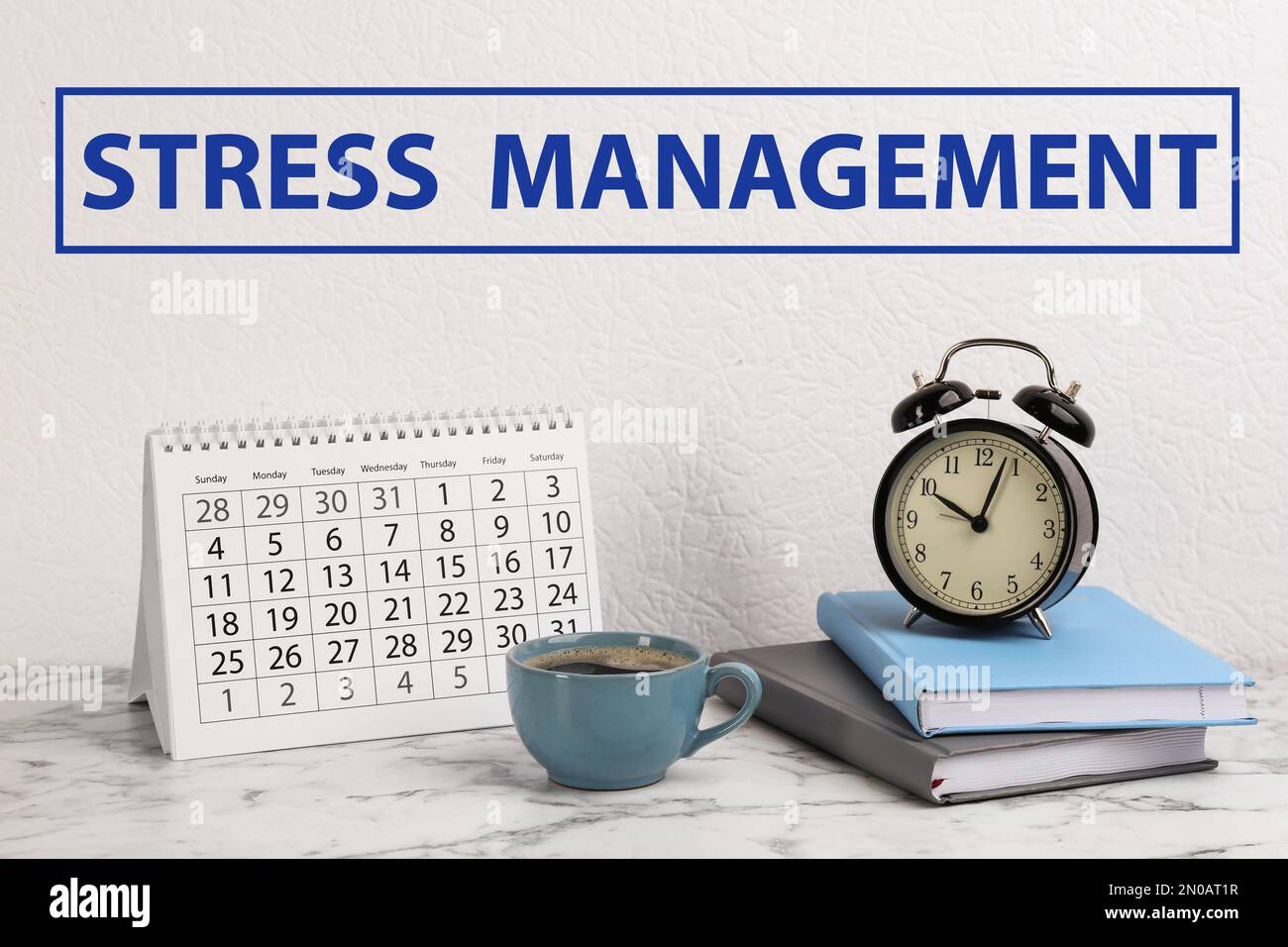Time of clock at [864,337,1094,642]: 10:03
